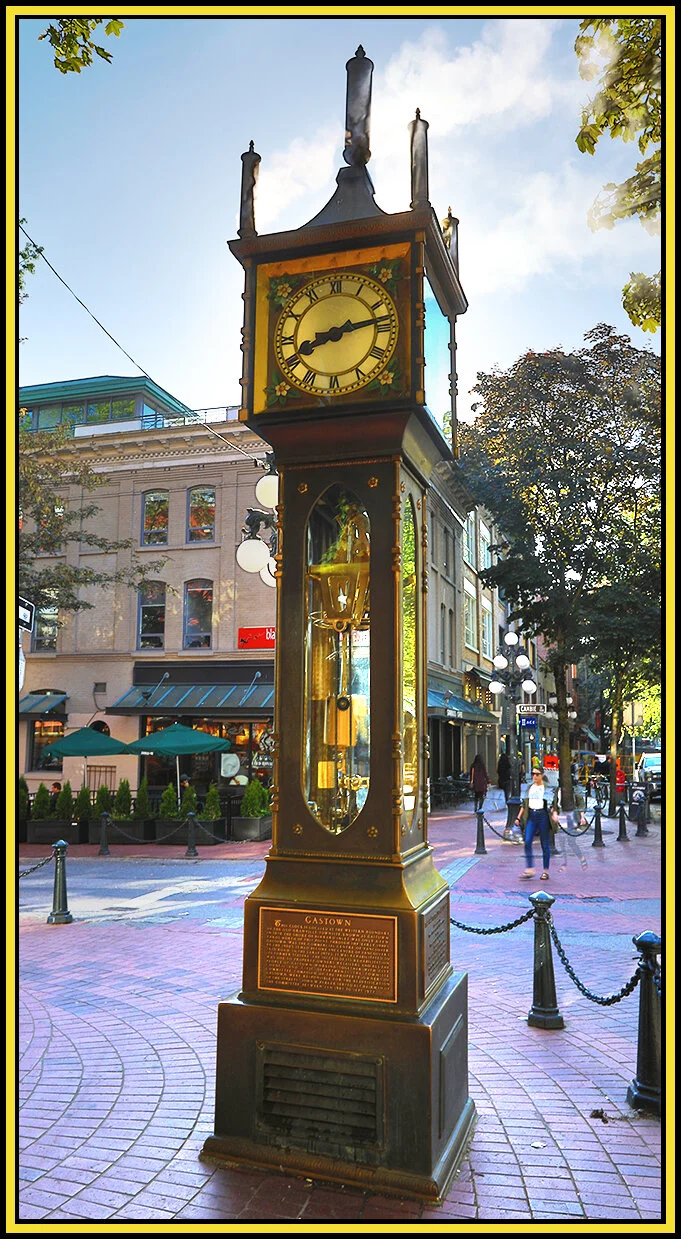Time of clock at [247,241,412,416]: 8:12
